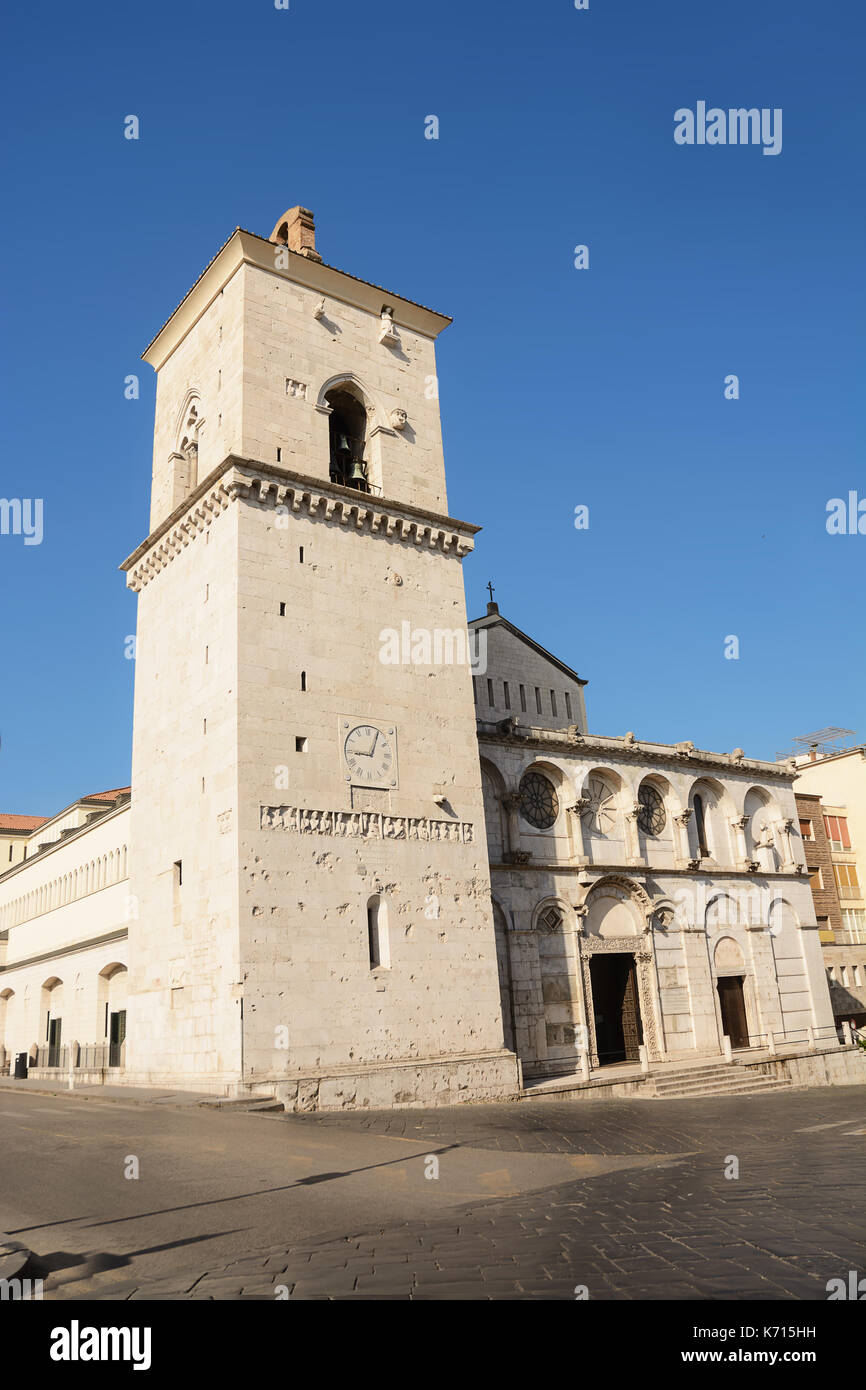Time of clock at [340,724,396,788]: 9:04
